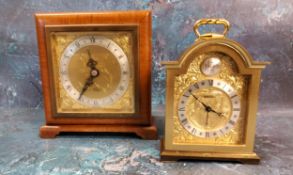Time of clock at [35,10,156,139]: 11:35
